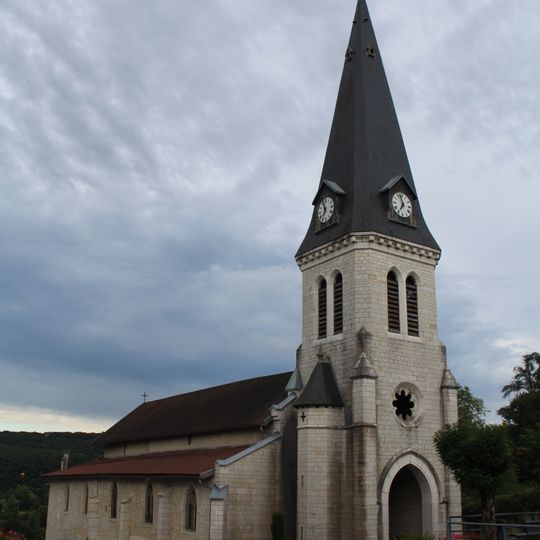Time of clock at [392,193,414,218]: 6:57
